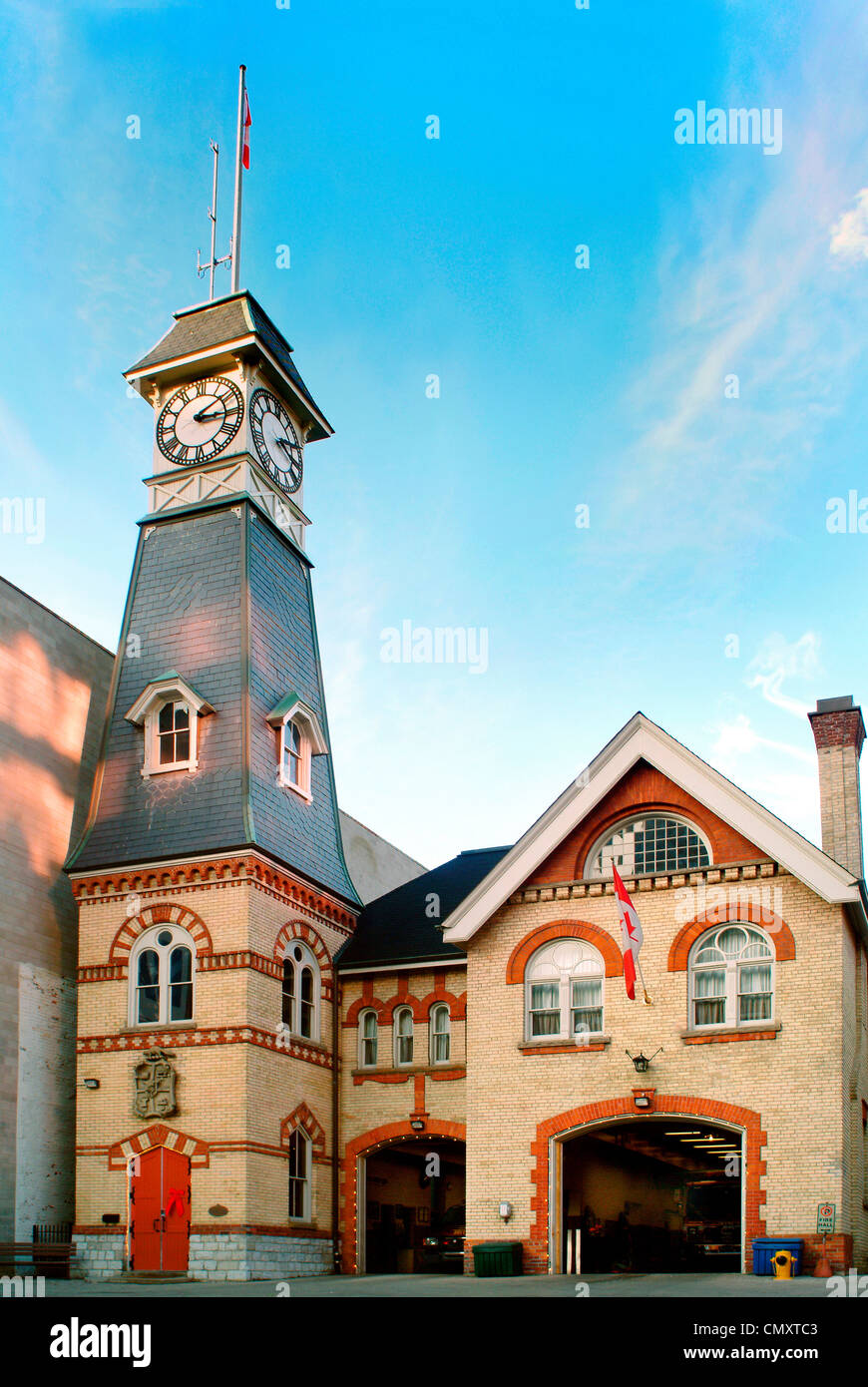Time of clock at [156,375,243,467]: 3:08
